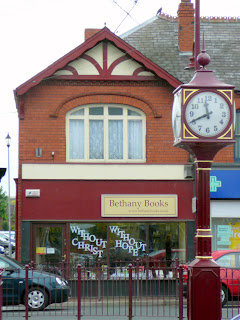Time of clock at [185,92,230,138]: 11:40
